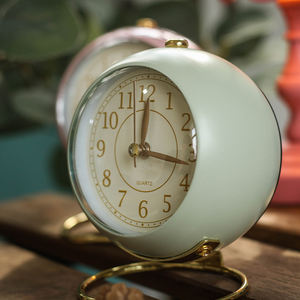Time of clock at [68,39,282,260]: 12:16
